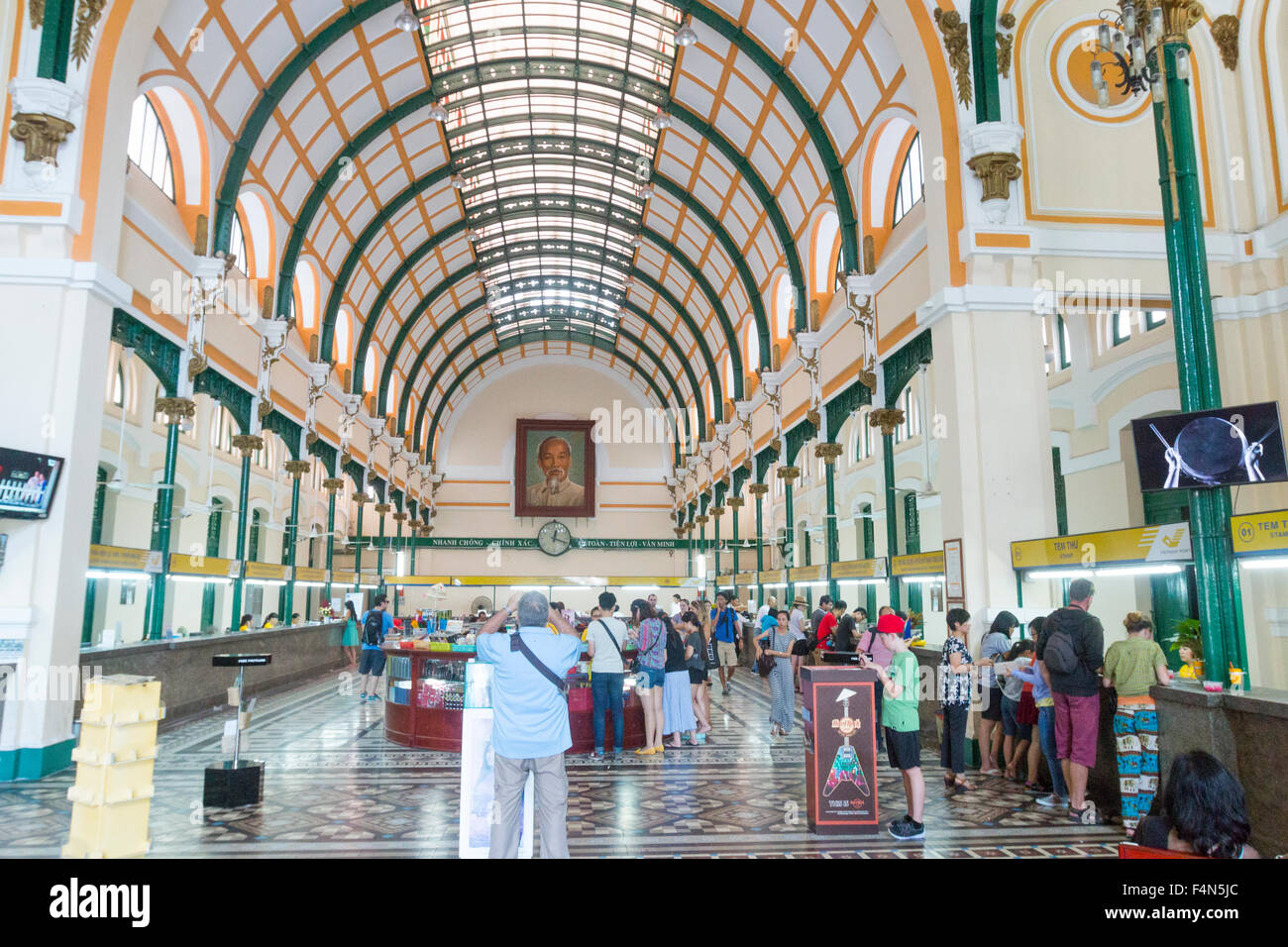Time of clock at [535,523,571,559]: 12:18
